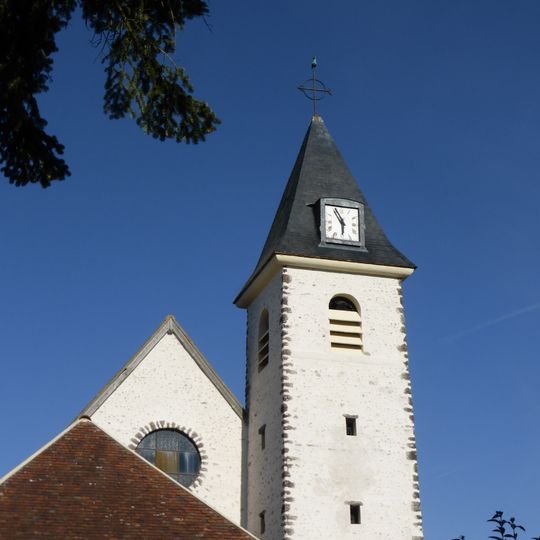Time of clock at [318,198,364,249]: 5:54
